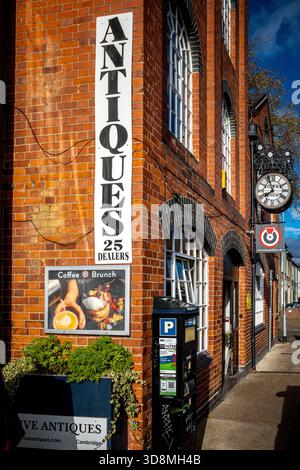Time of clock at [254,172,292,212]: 7:55
